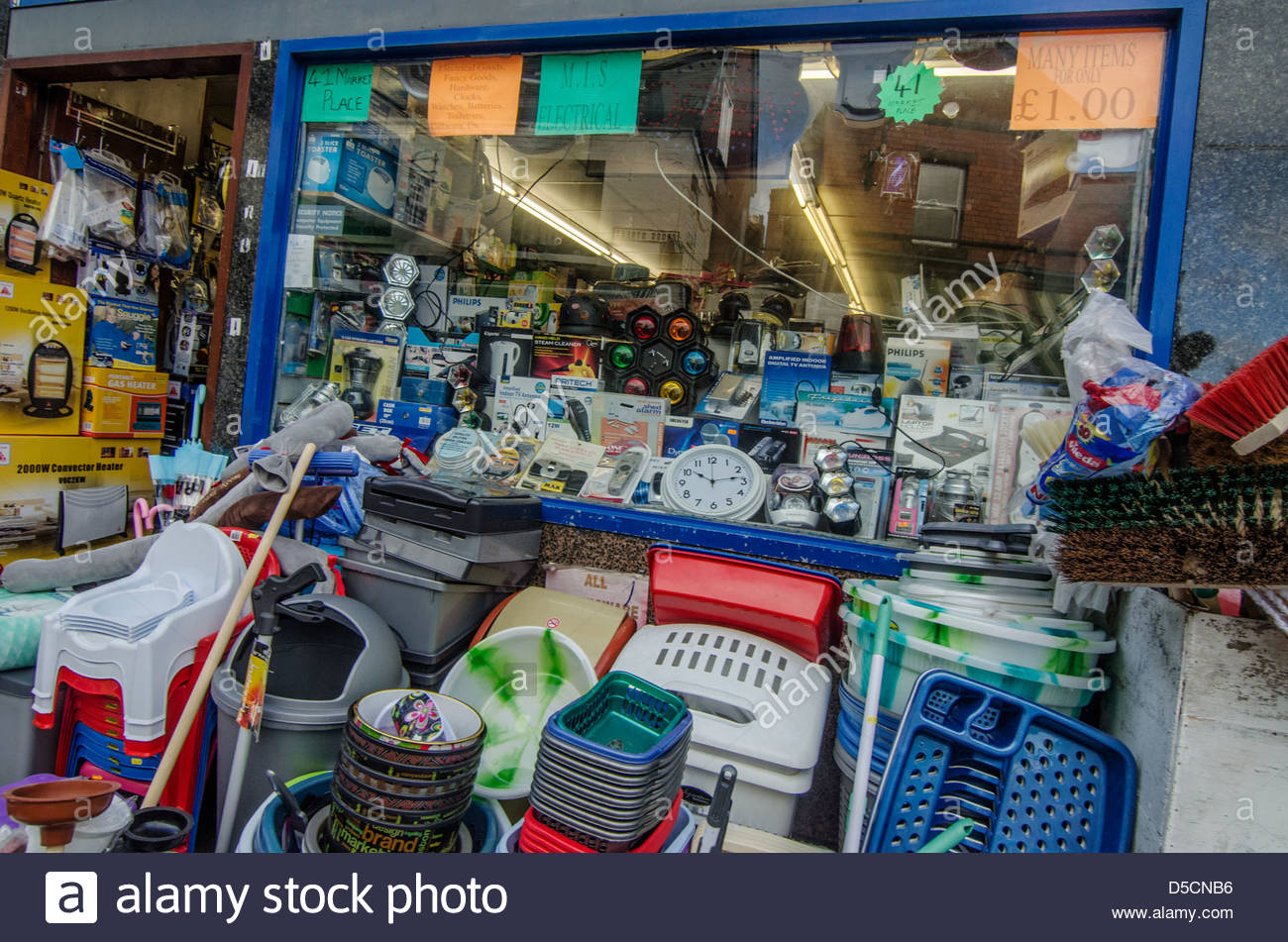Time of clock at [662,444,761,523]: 10:13
